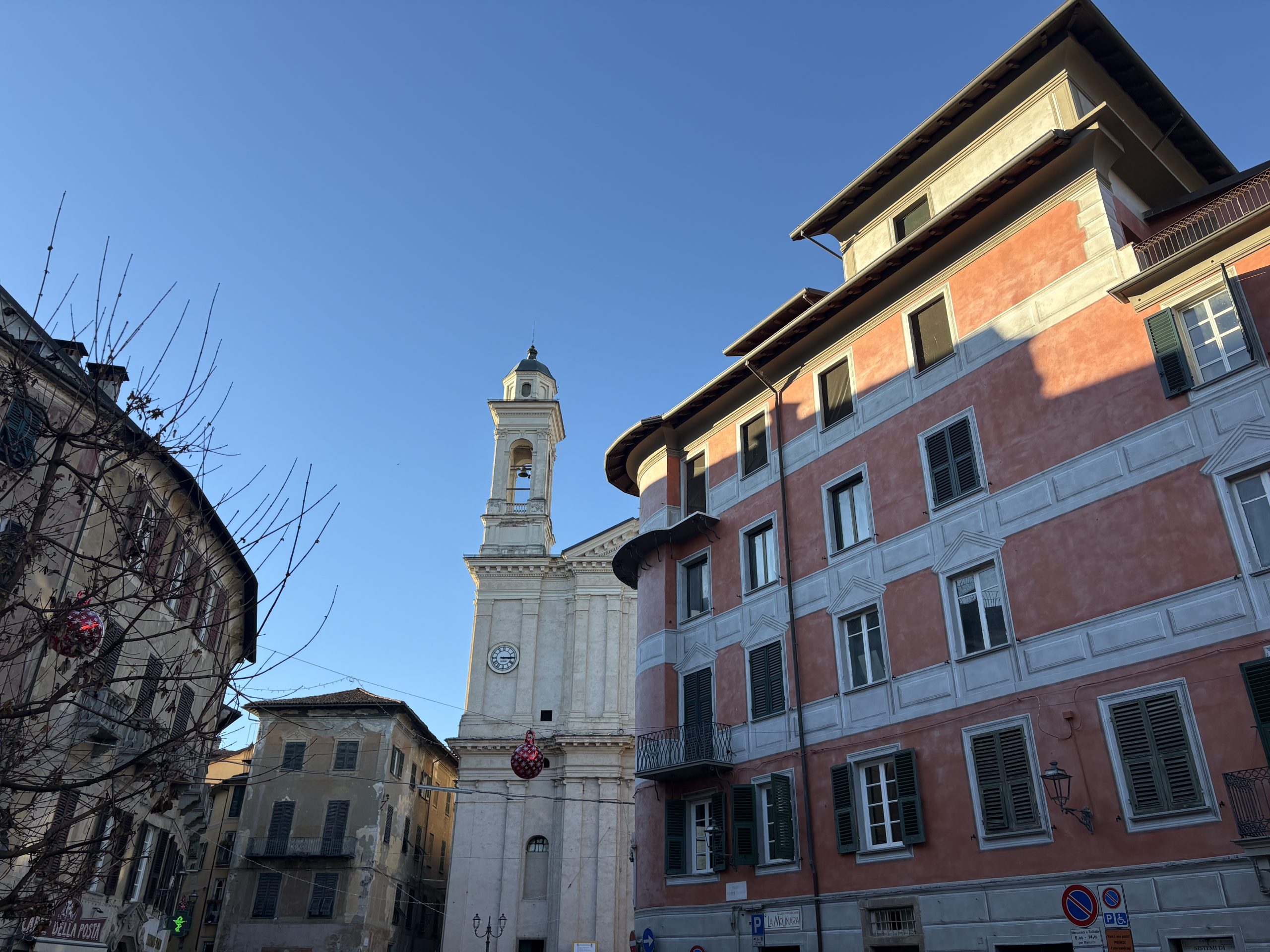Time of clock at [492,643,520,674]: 3:14
